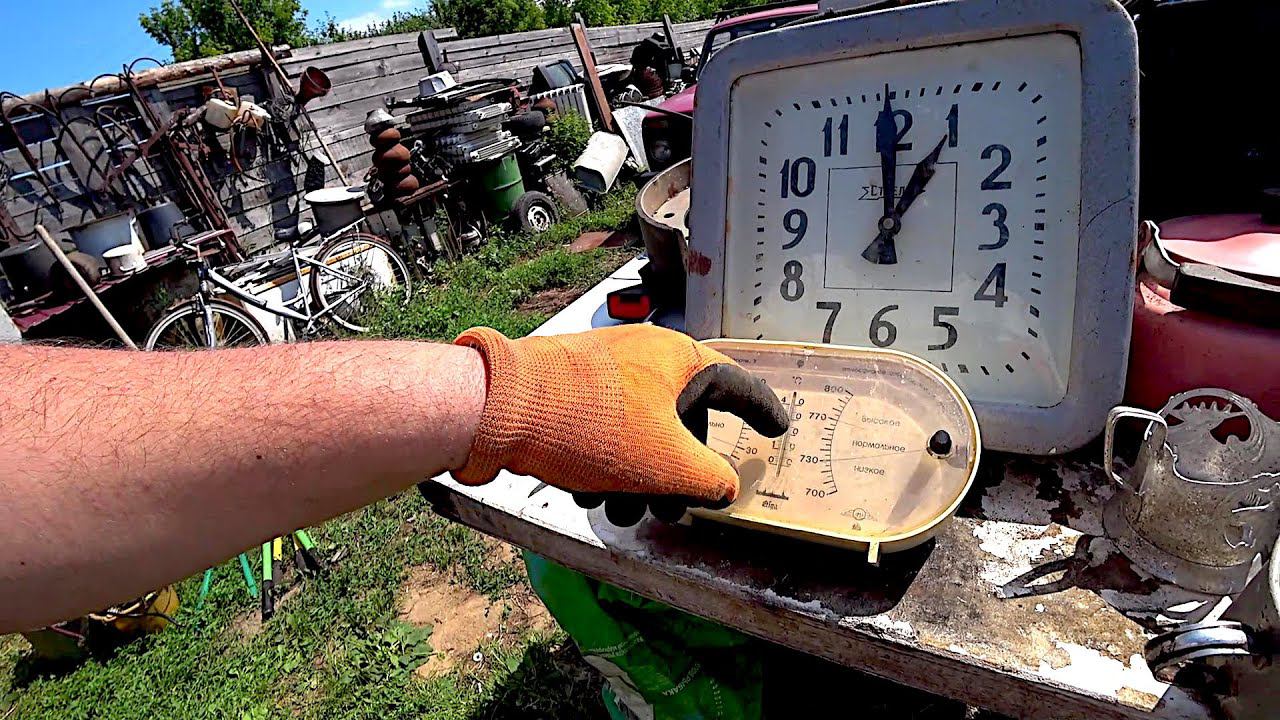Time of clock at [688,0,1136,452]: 12:59
